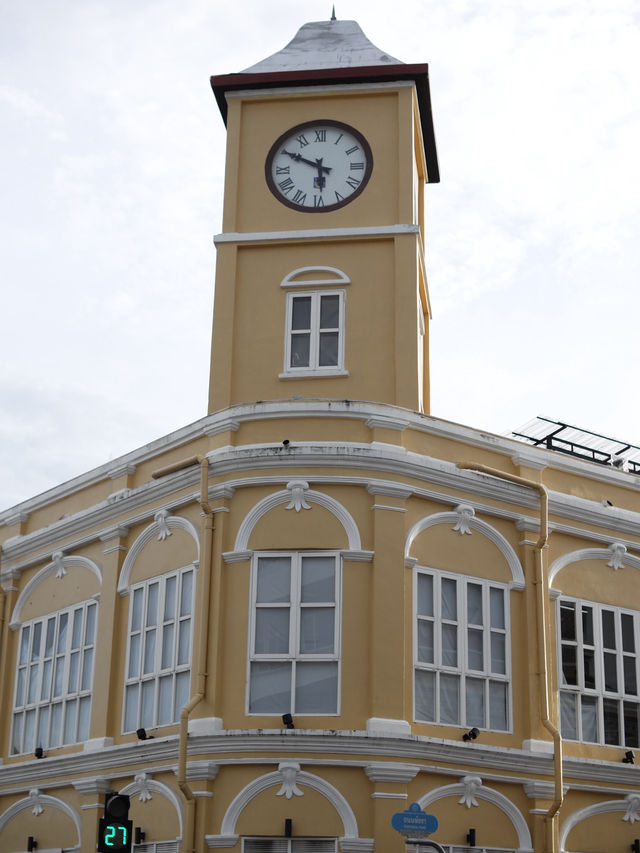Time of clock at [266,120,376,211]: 5:49
